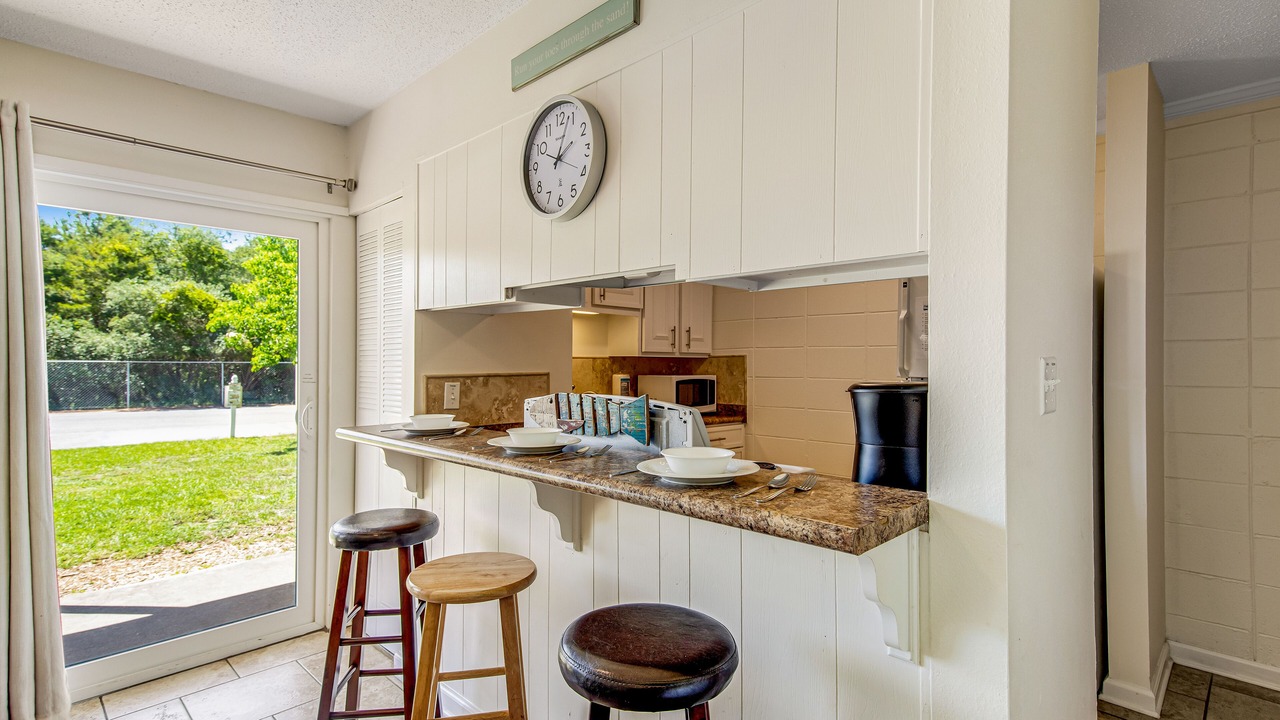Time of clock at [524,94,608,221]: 2:03
